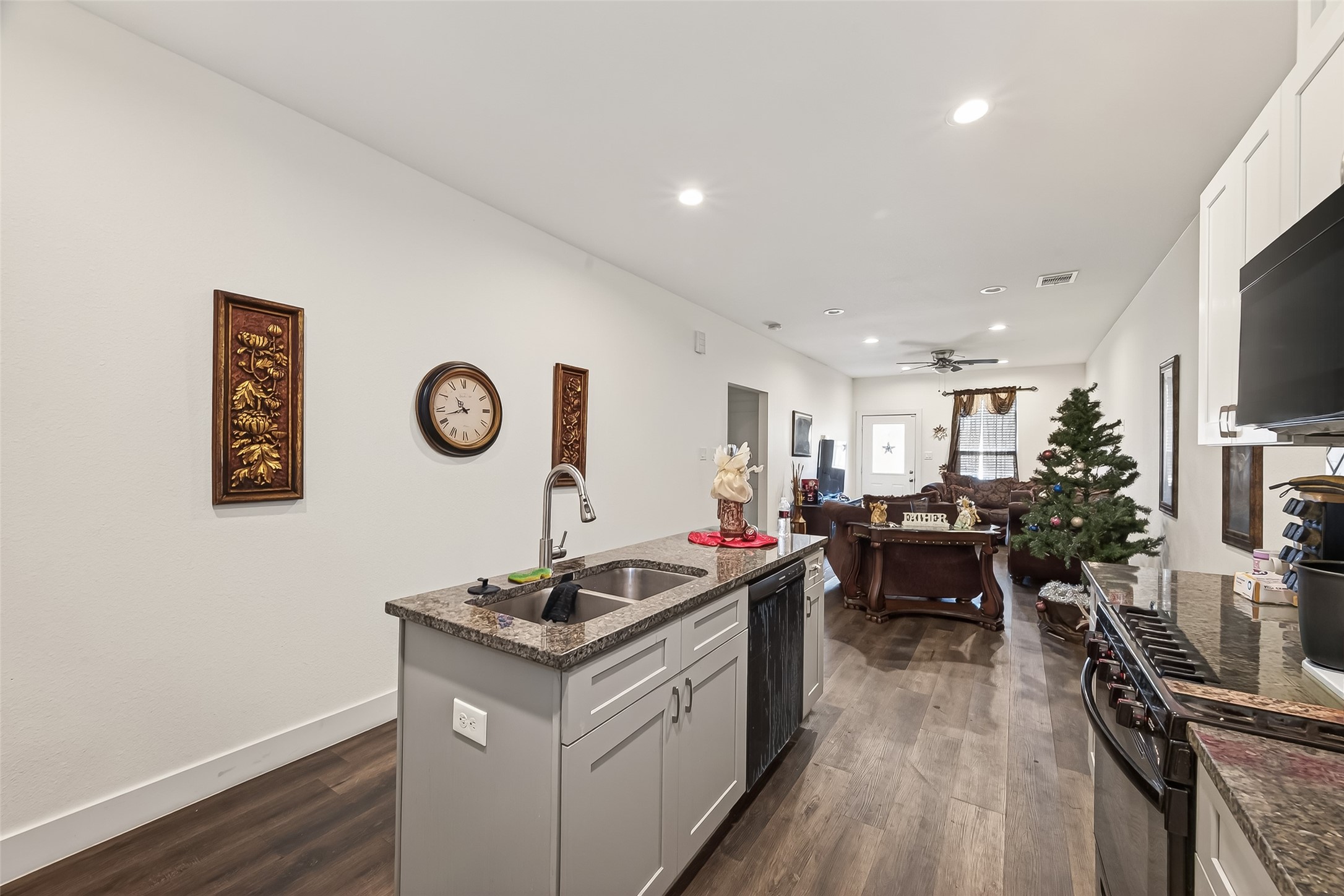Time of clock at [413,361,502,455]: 10:42
